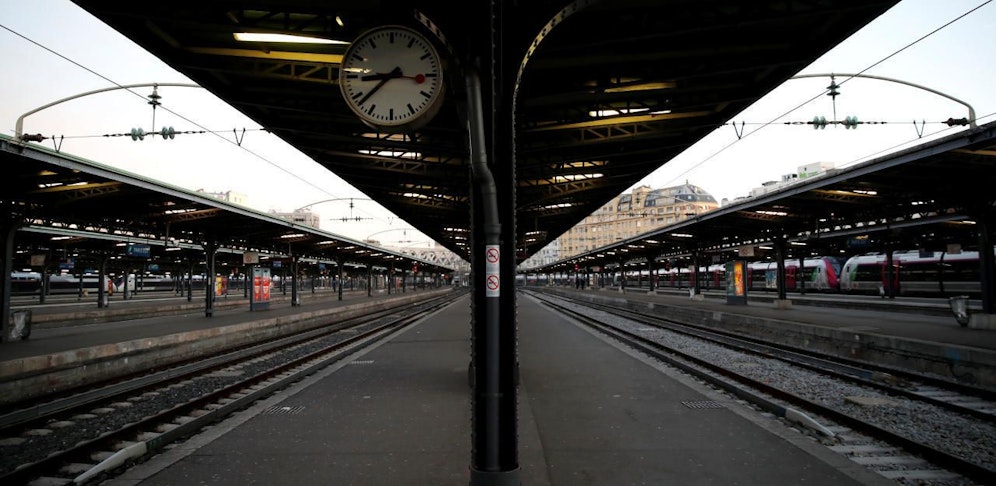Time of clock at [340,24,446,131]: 8:38
